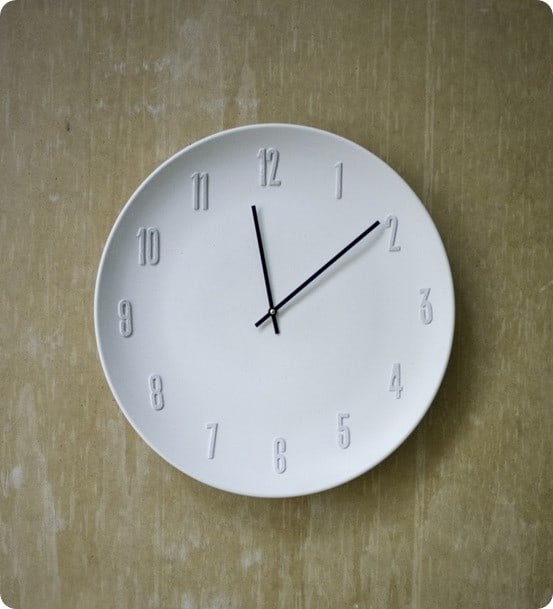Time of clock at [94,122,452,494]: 12:09
